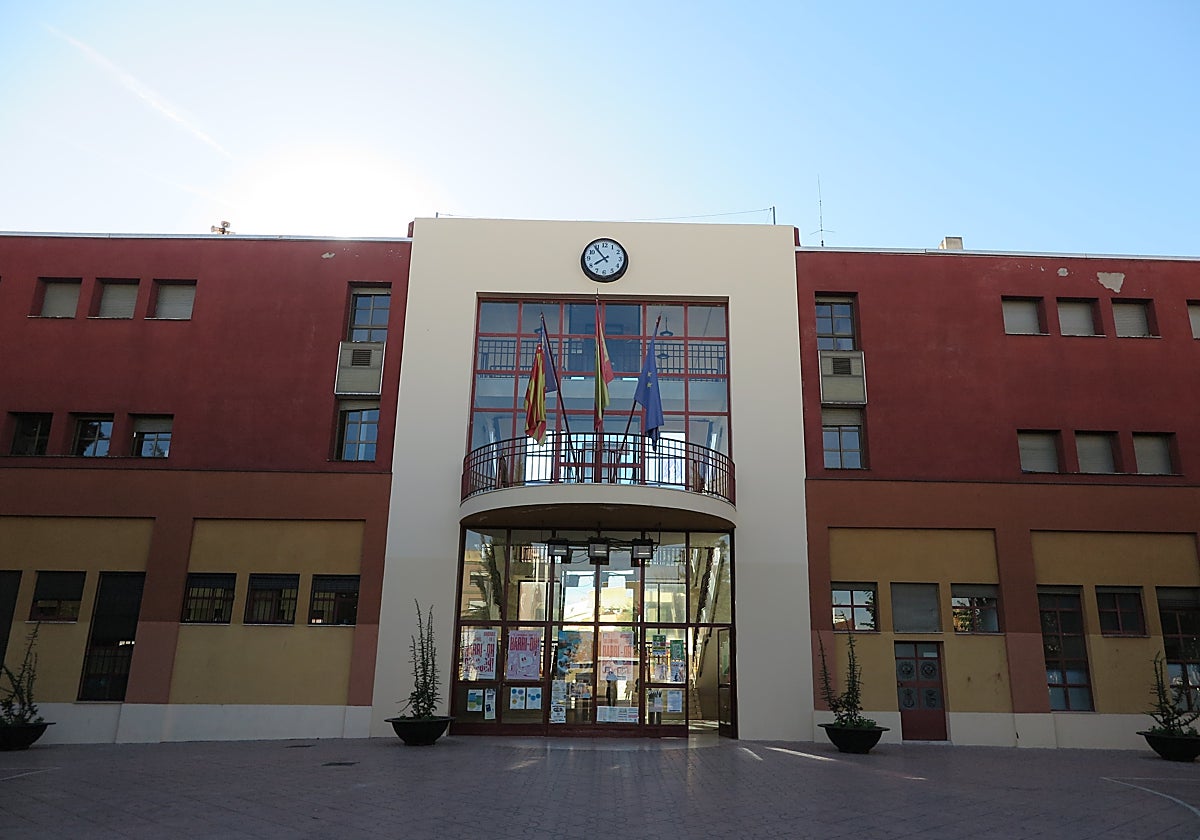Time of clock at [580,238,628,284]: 7:53
